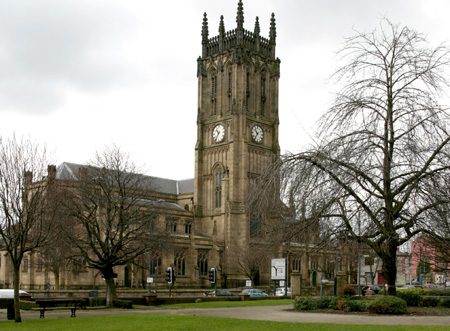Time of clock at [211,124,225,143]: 10:36
